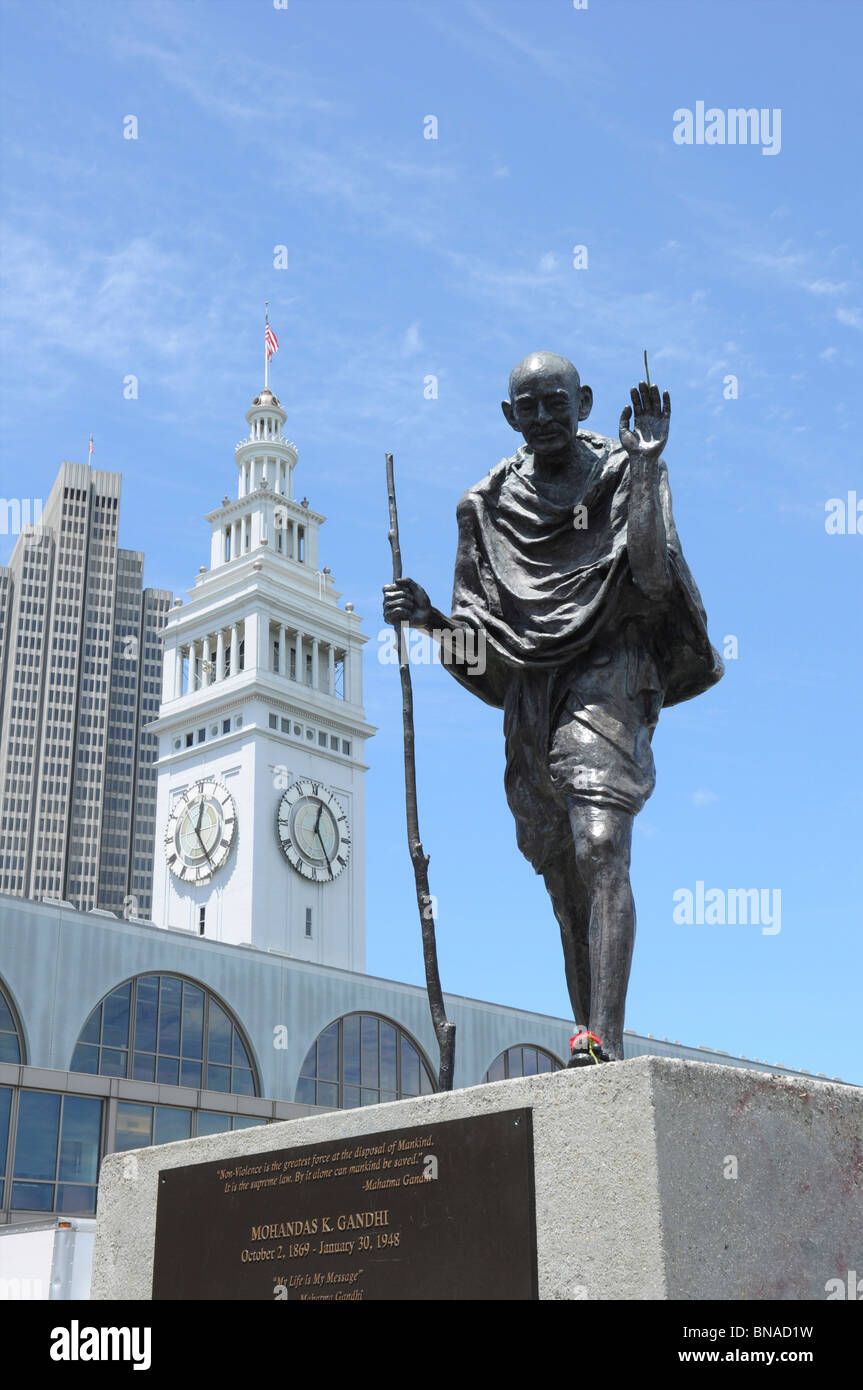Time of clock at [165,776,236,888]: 12:24
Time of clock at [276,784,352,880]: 12:24
